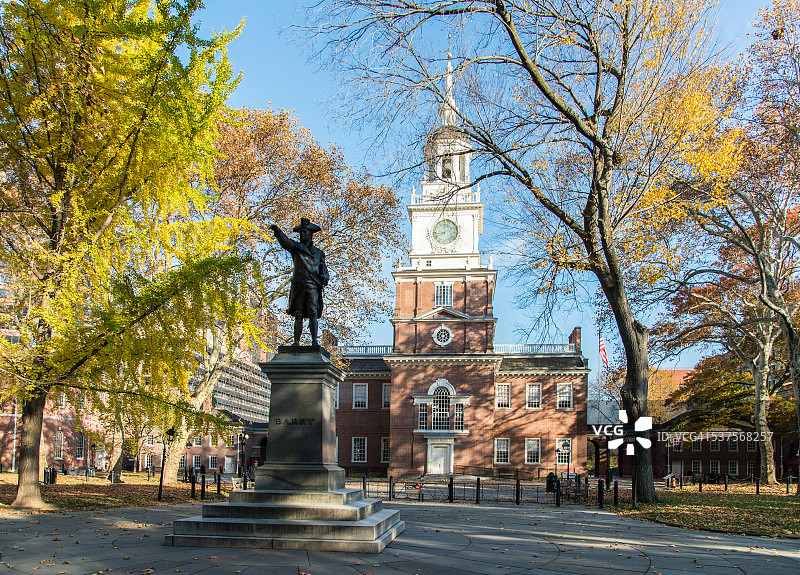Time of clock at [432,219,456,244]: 8:40
